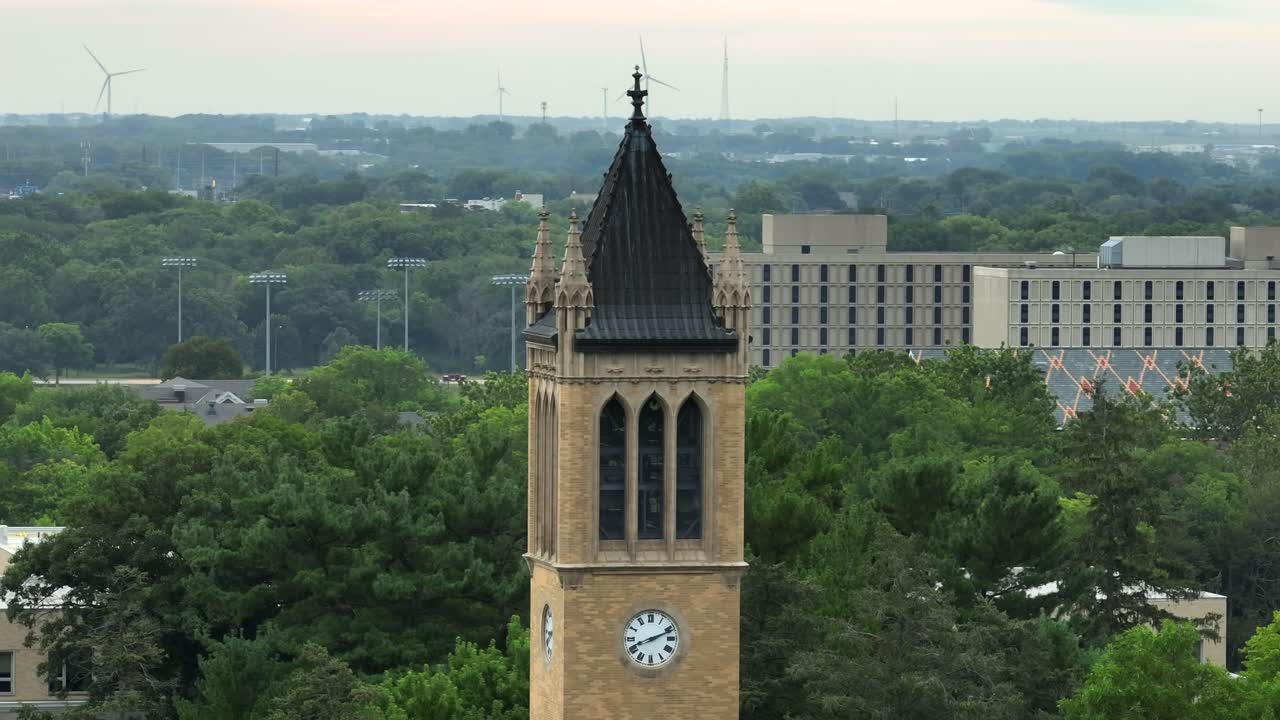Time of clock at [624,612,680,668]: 8:11
